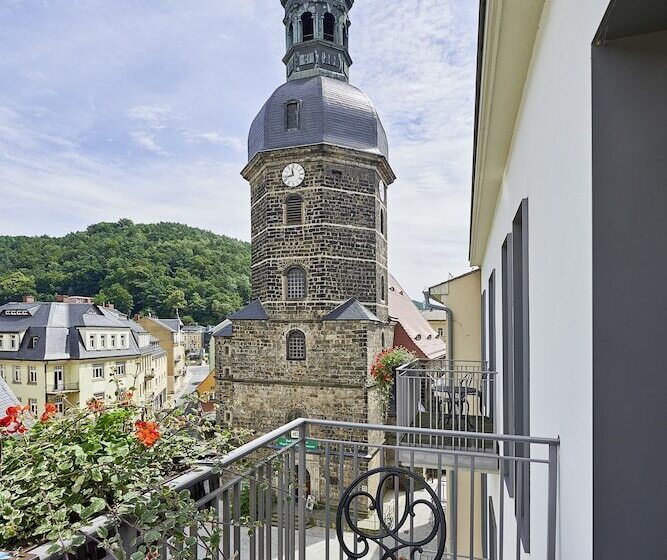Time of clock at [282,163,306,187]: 11:42
